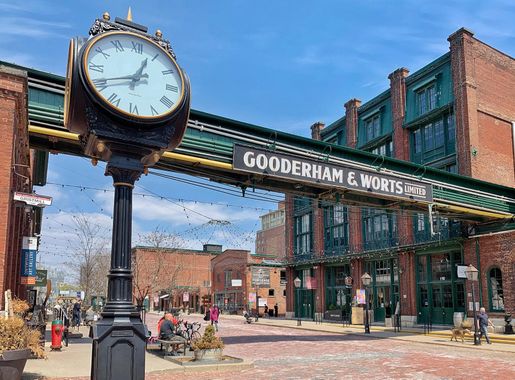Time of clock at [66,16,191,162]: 12:41
